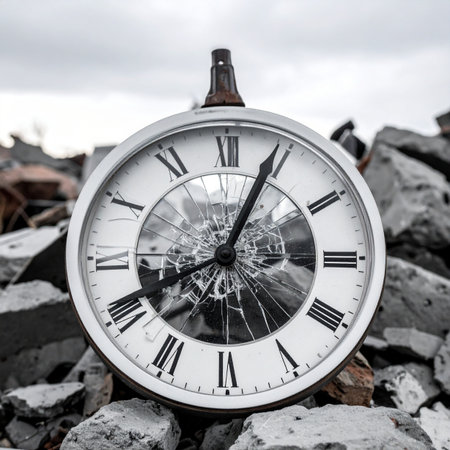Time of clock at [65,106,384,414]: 8:04
